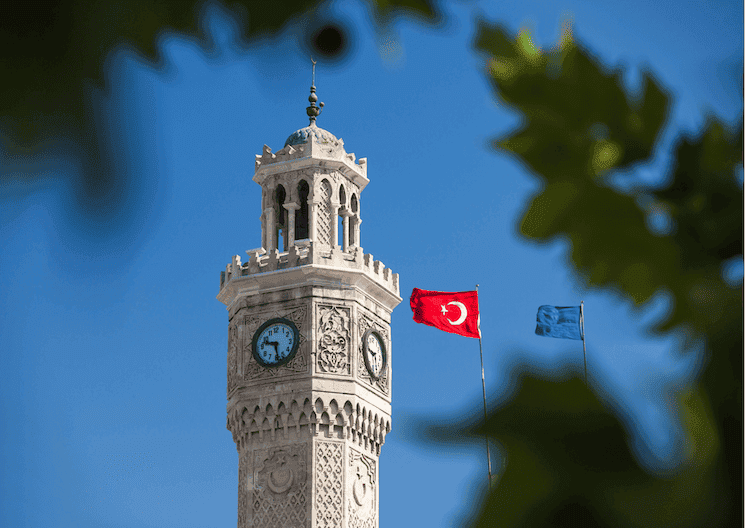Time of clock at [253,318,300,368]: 9:28
